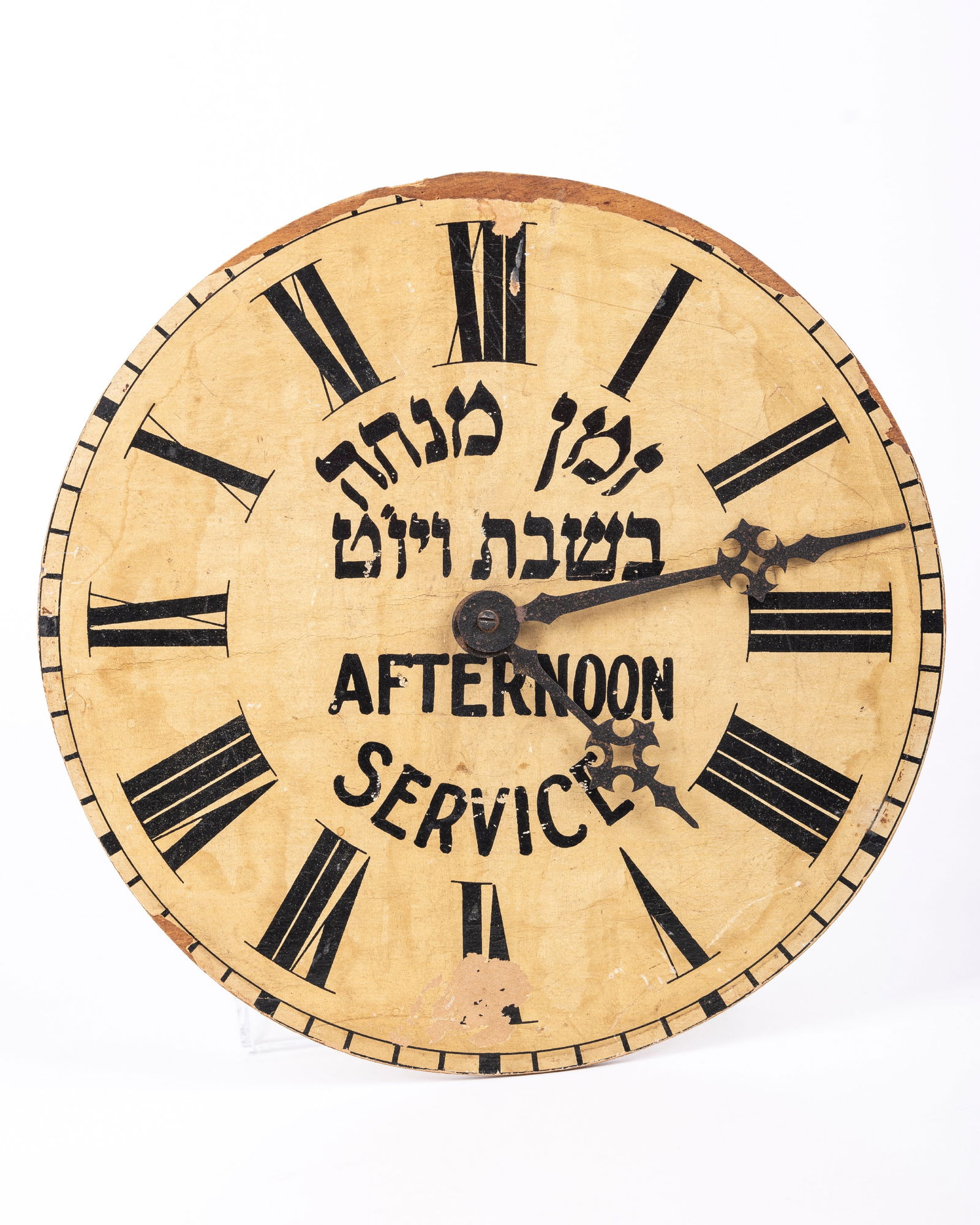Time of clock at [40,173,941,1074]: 4:12
